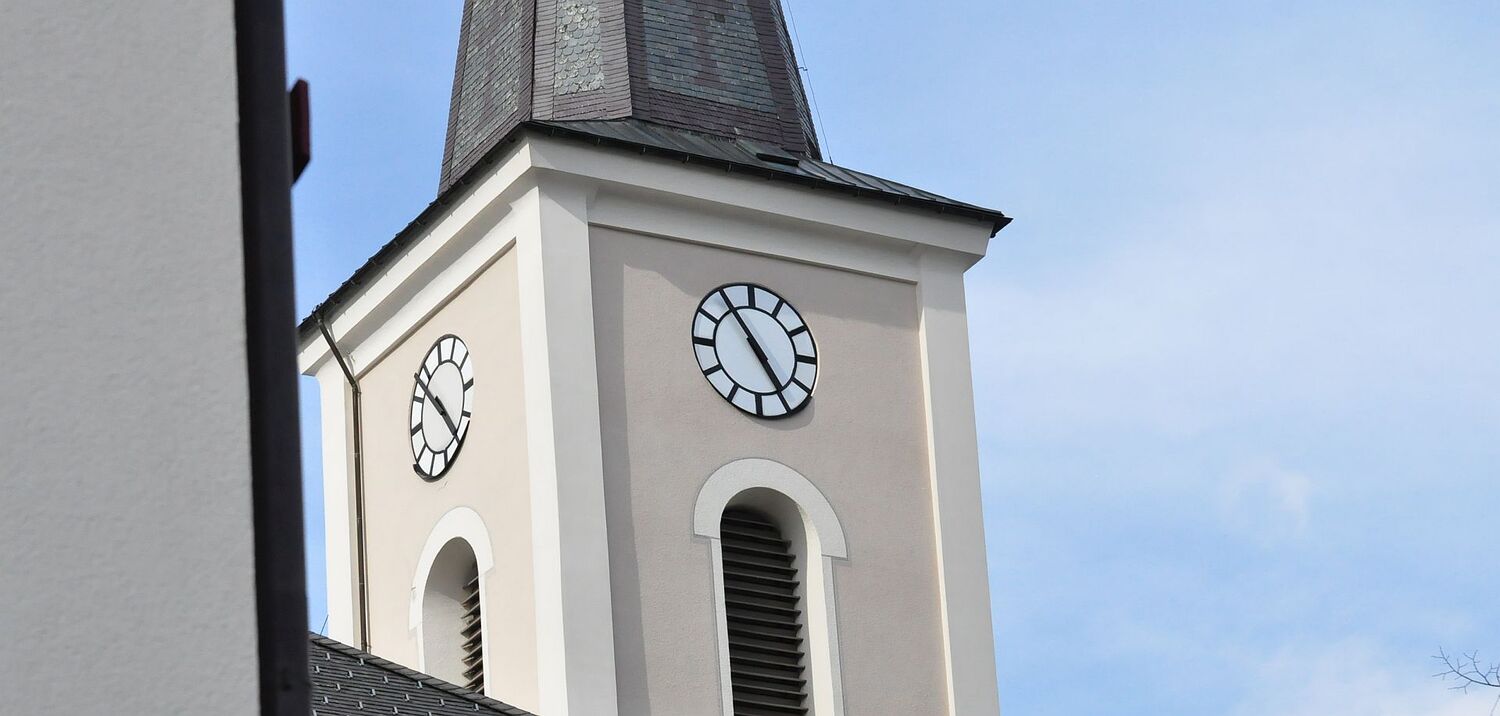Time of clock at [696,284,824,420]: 4:53
